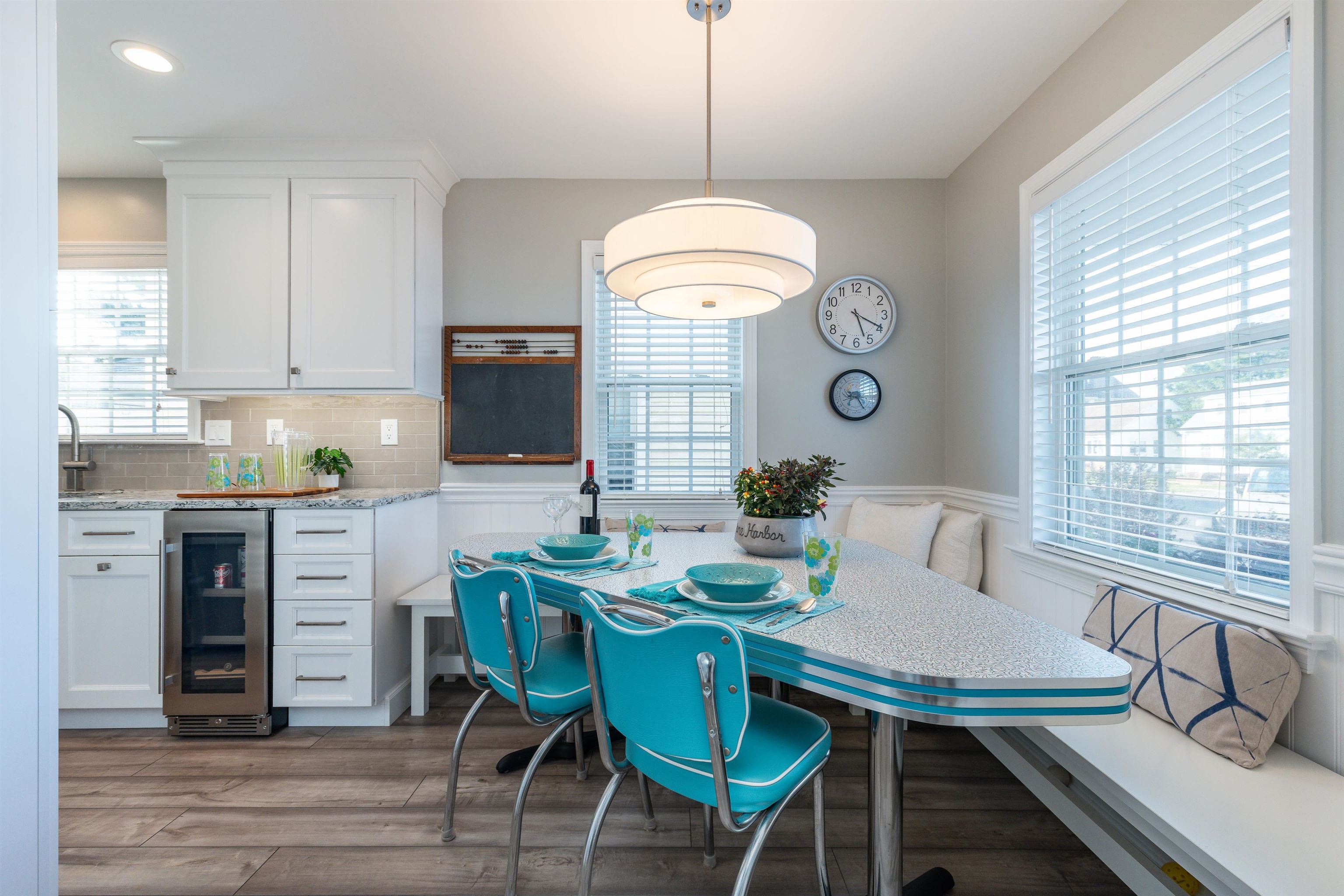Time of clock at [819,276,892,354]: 5:19
